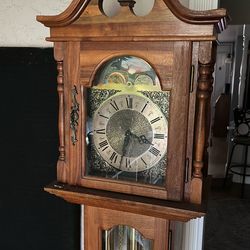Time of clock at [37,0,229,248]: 3:32
